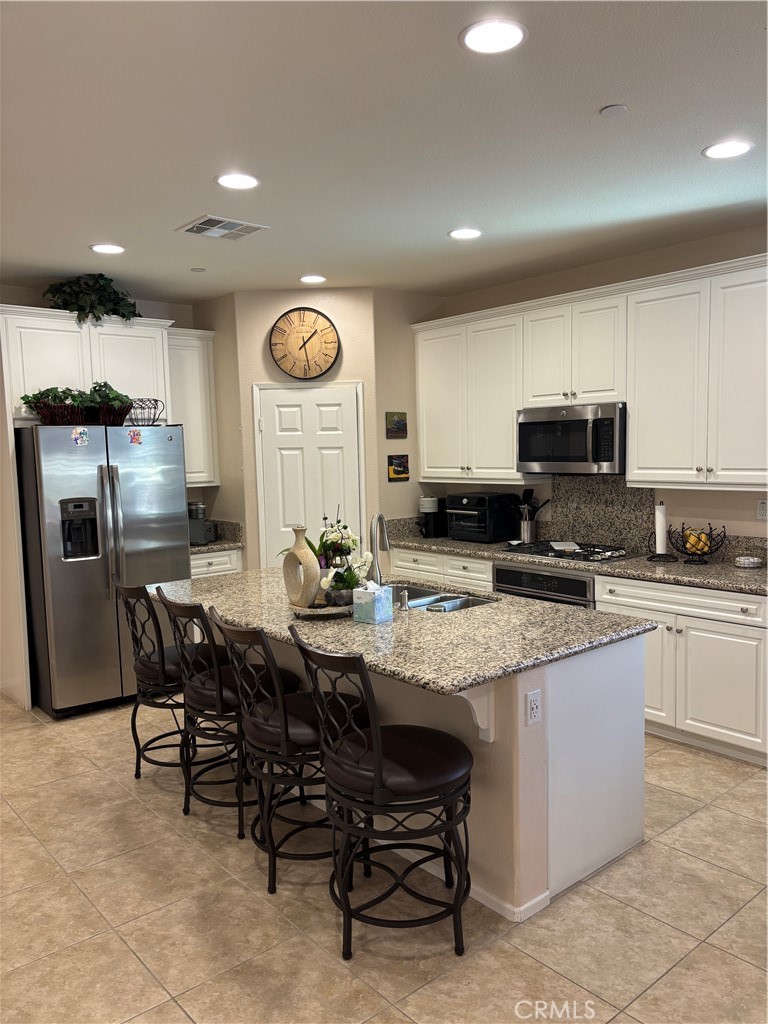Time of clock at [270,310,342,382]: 1:28
